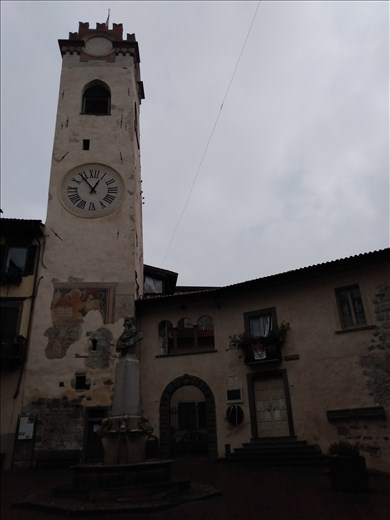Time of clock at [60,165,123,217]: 12:53
